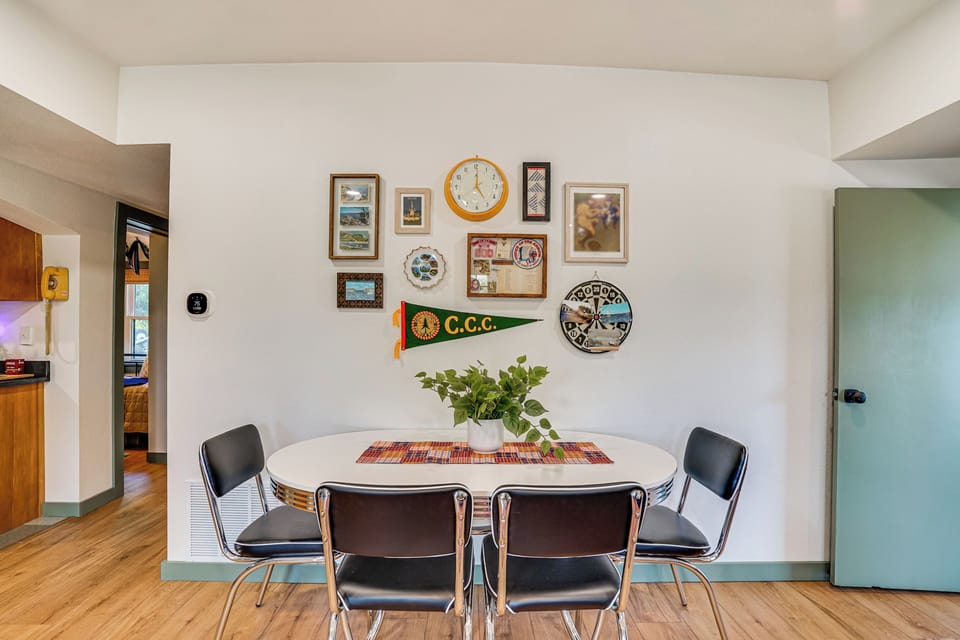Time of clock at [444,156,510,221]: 5:00
